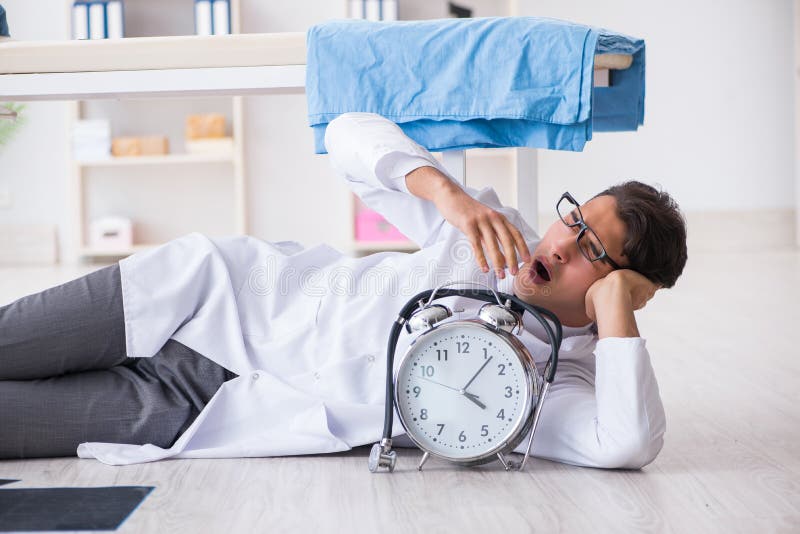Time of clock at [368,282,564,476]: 4:06
